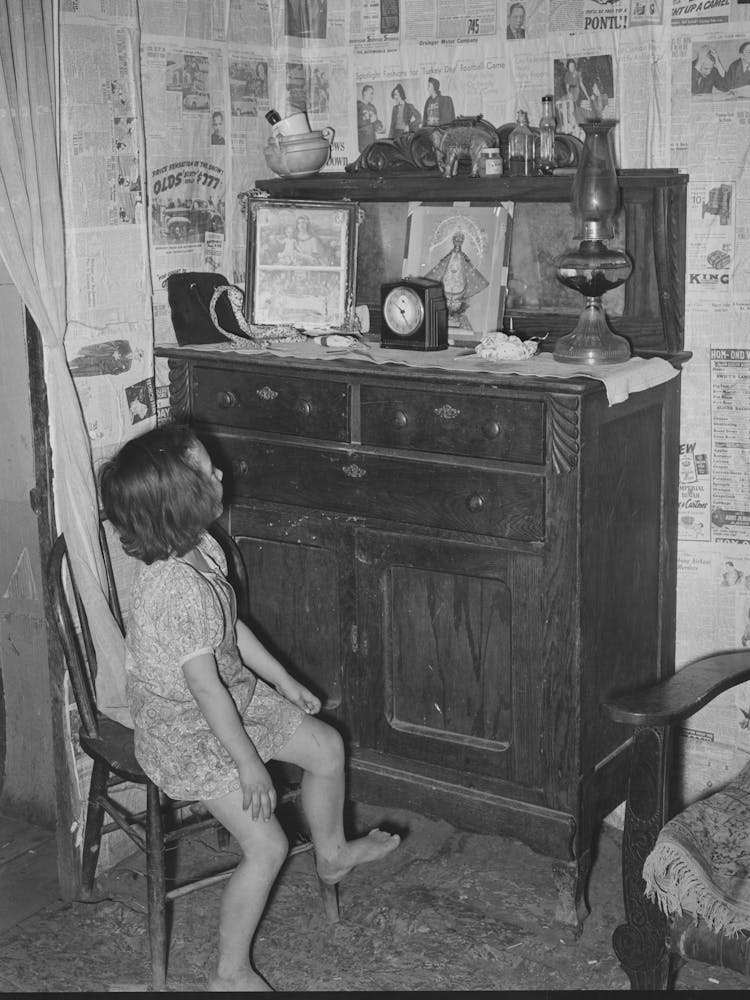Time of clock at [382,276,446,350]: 10:25
